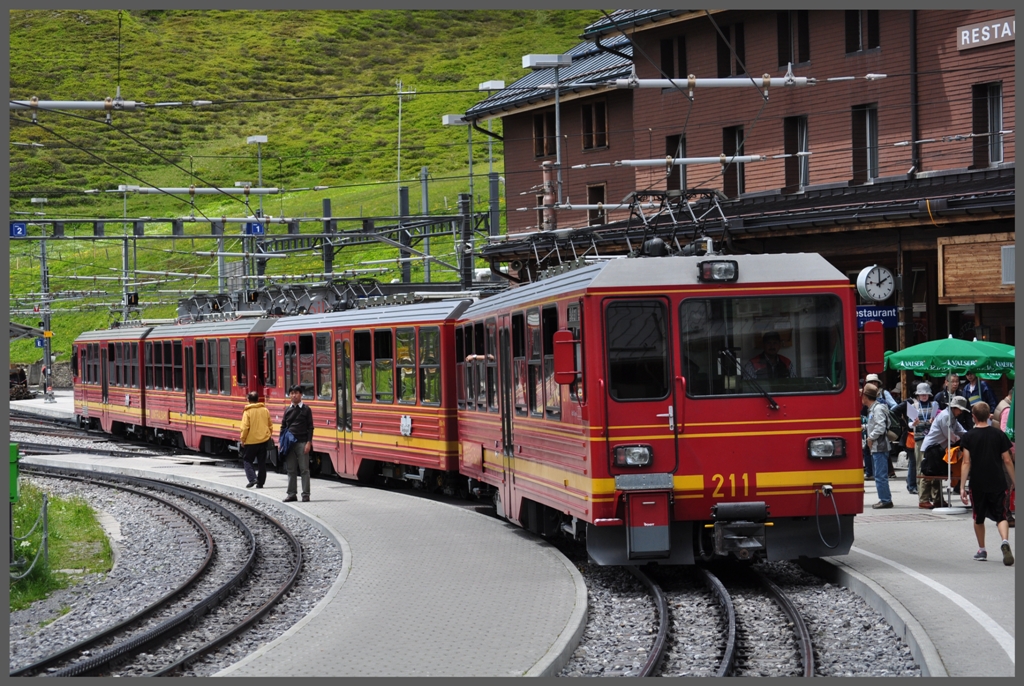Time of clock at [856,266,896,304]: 2:00
